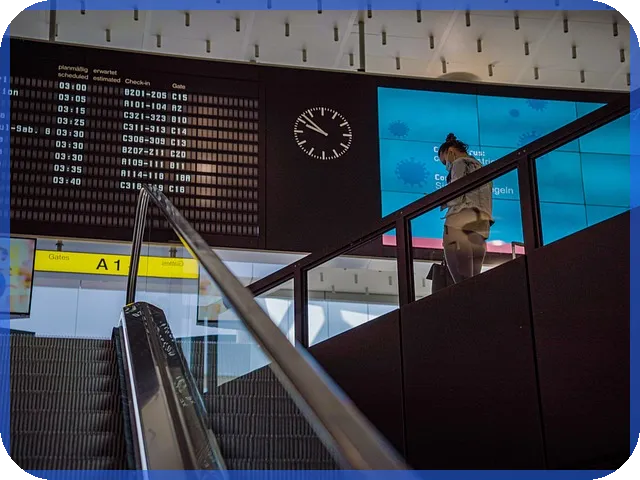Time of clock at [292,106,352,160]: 9:52
